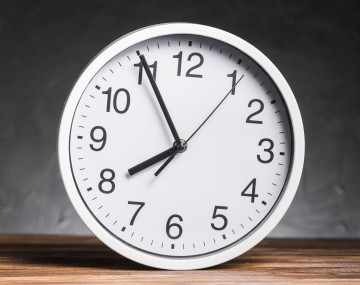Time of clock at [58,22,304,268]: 7:55
